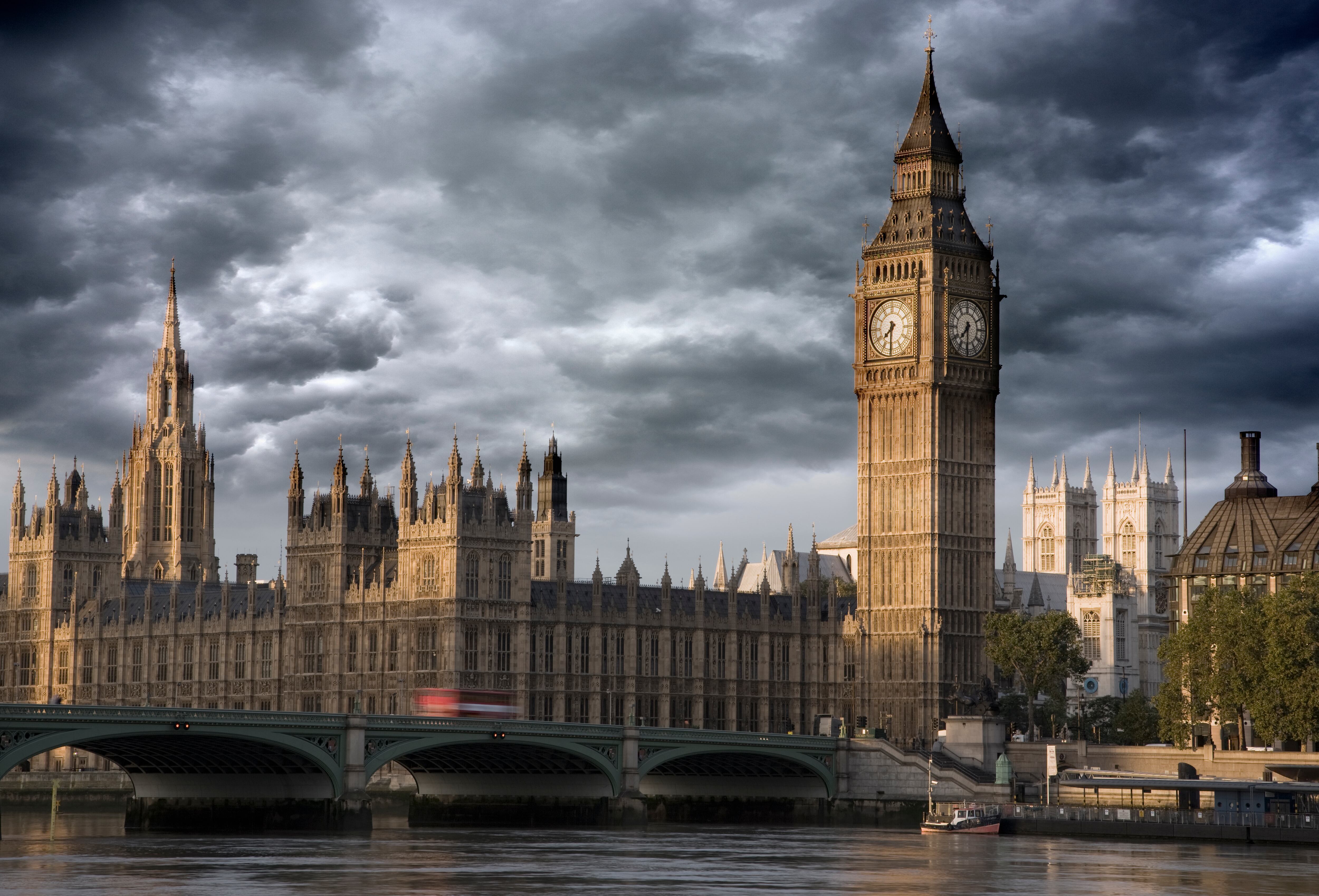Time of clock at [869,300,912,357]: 7:30
